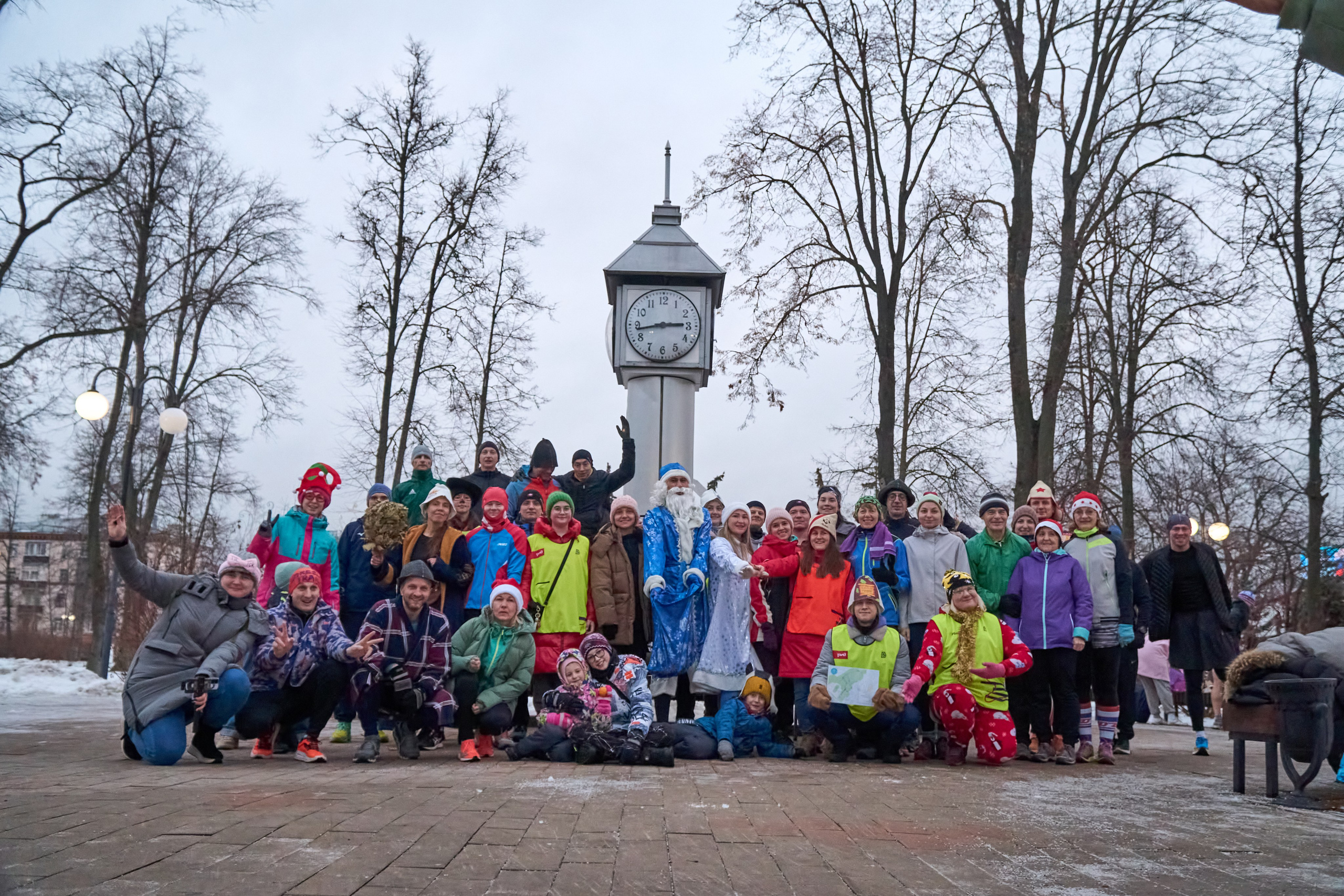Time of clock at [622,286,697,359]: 2:43
